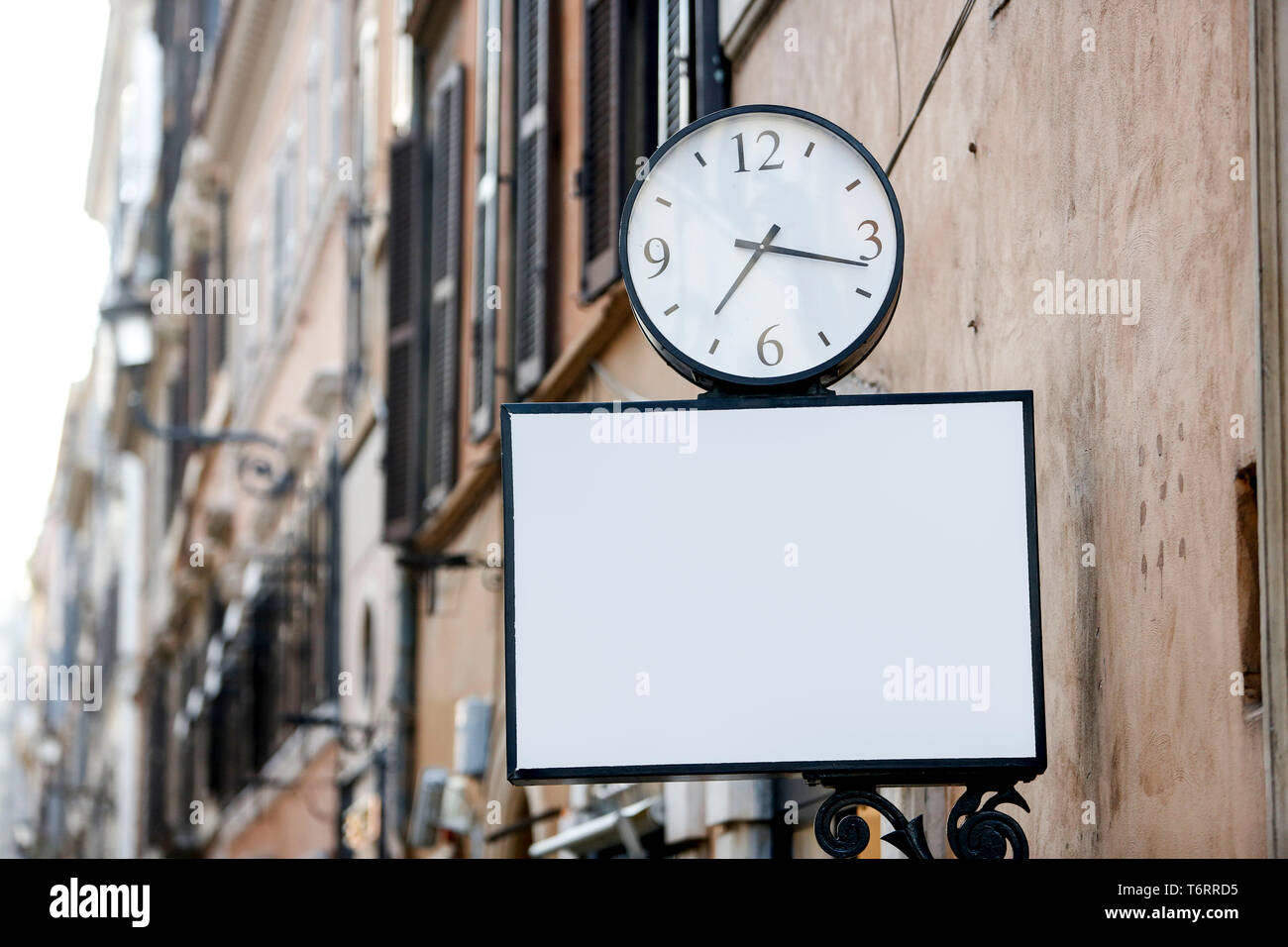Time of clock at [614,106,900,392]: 7:17
